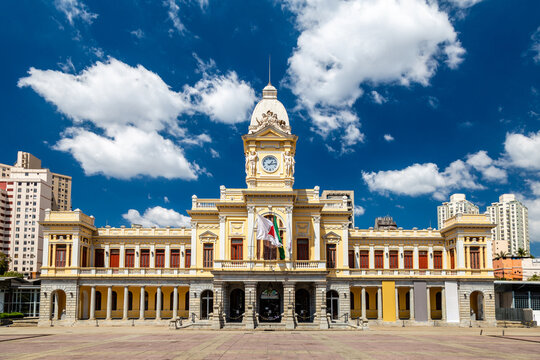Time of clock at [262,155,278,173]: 1:13
